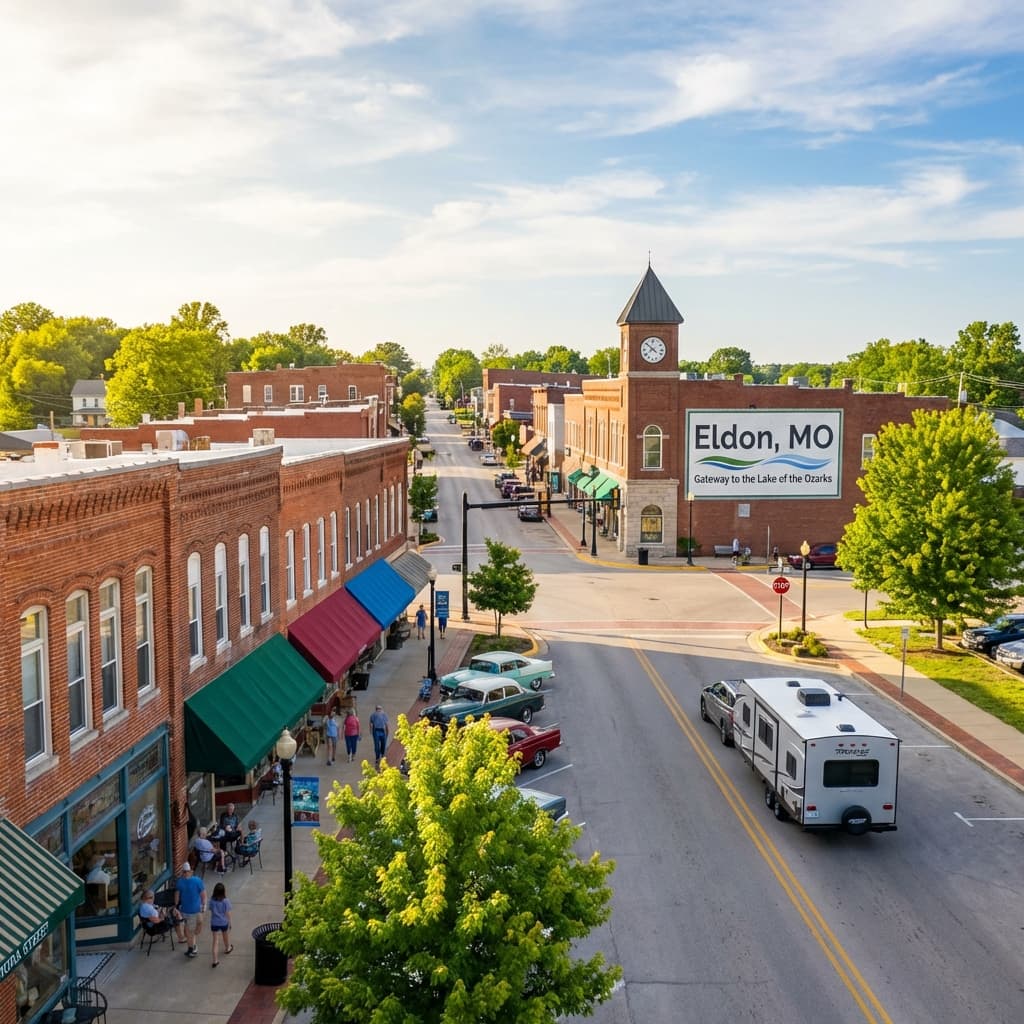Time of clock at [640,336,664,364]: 7:51
